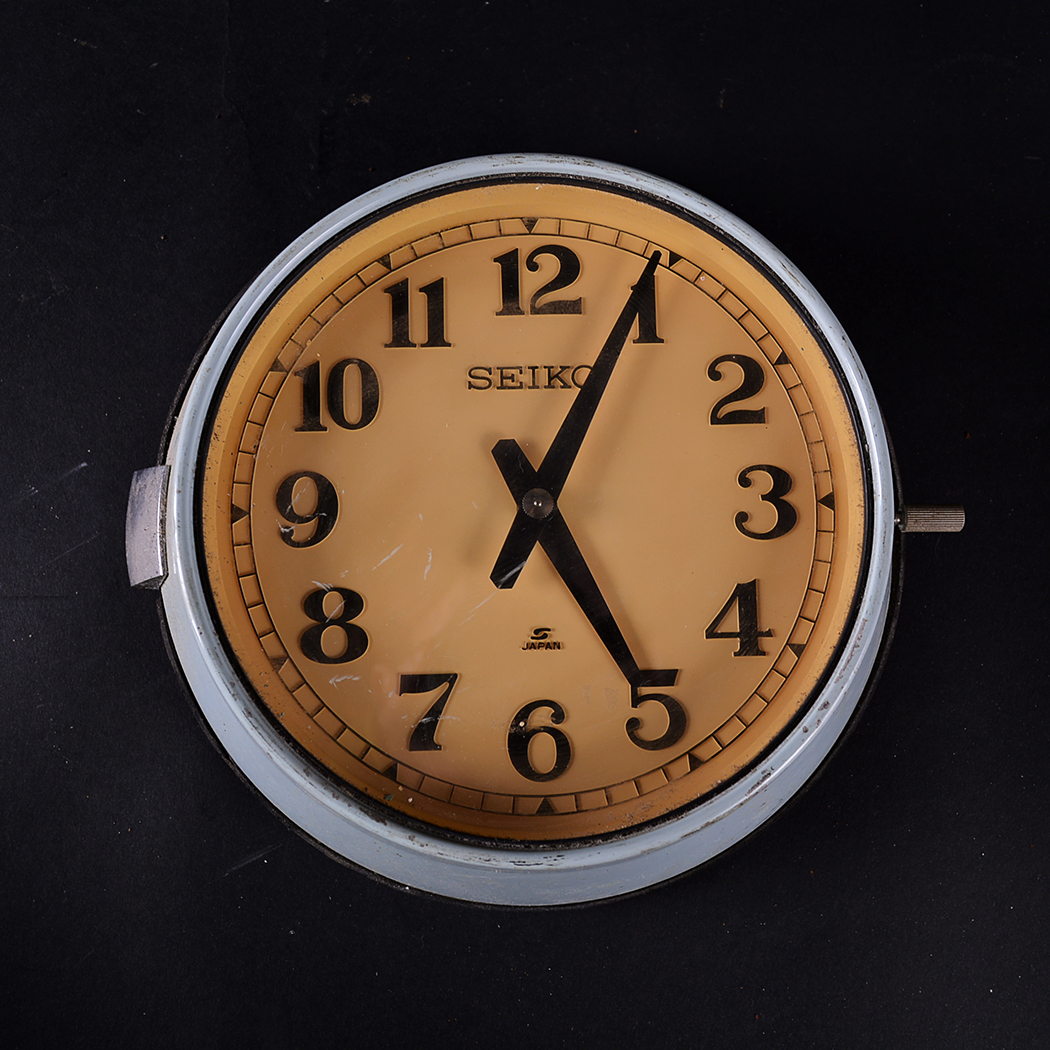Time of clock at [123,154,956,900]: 5:04
